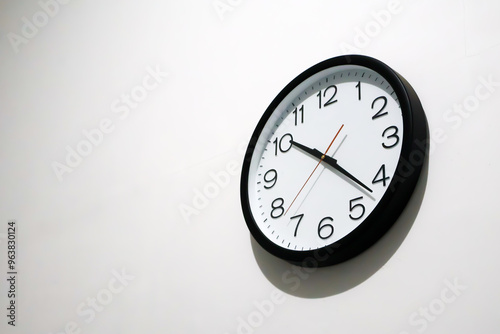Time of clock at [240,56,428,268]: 10:22
